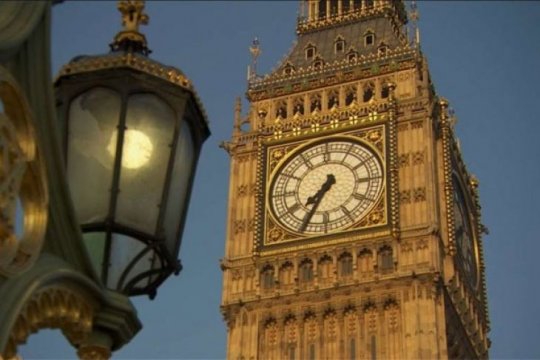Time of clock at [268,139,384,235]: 7:34
